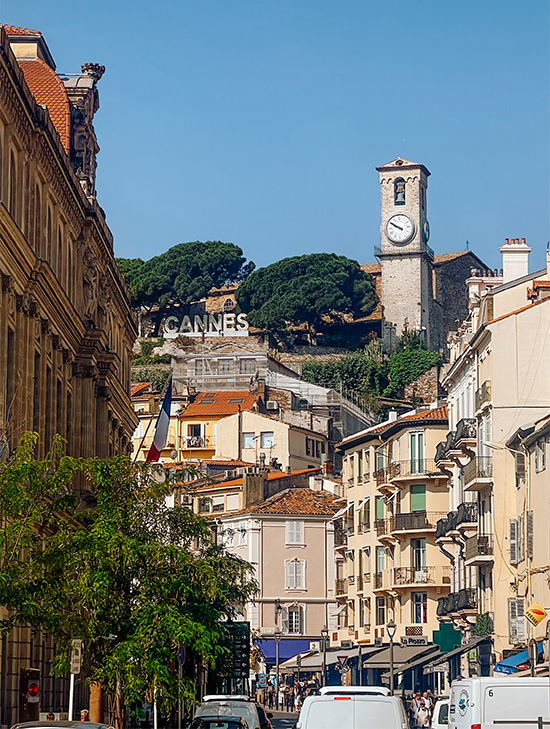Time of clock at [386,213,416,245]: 9:50
